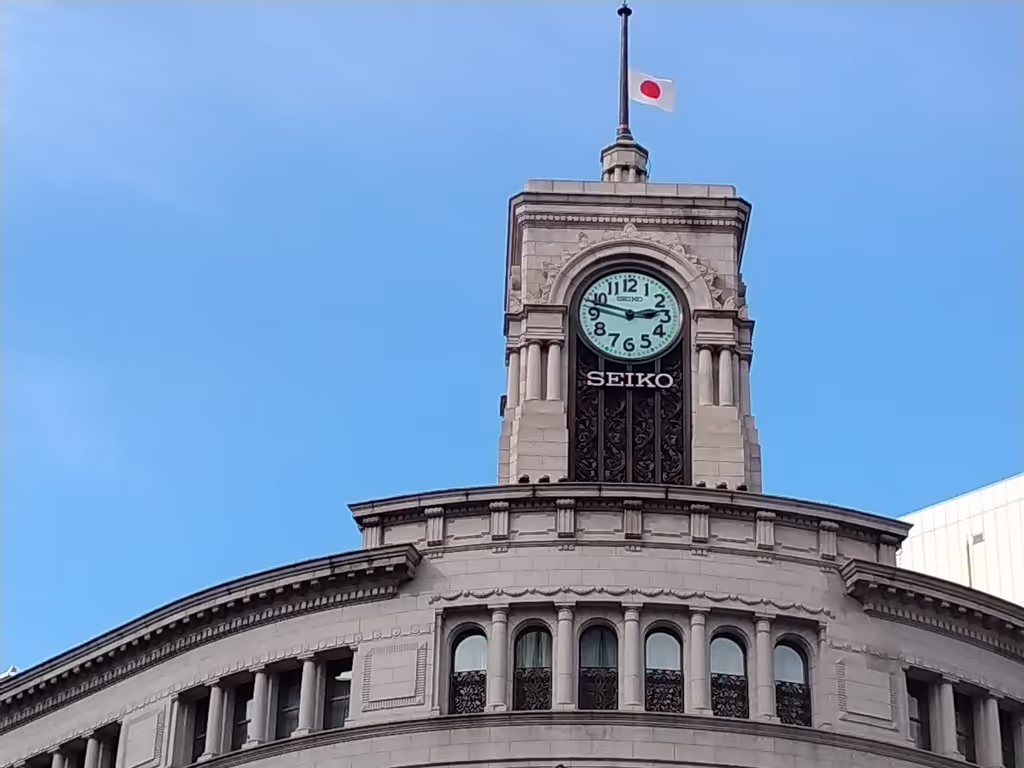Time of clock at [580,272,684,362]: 2:47
